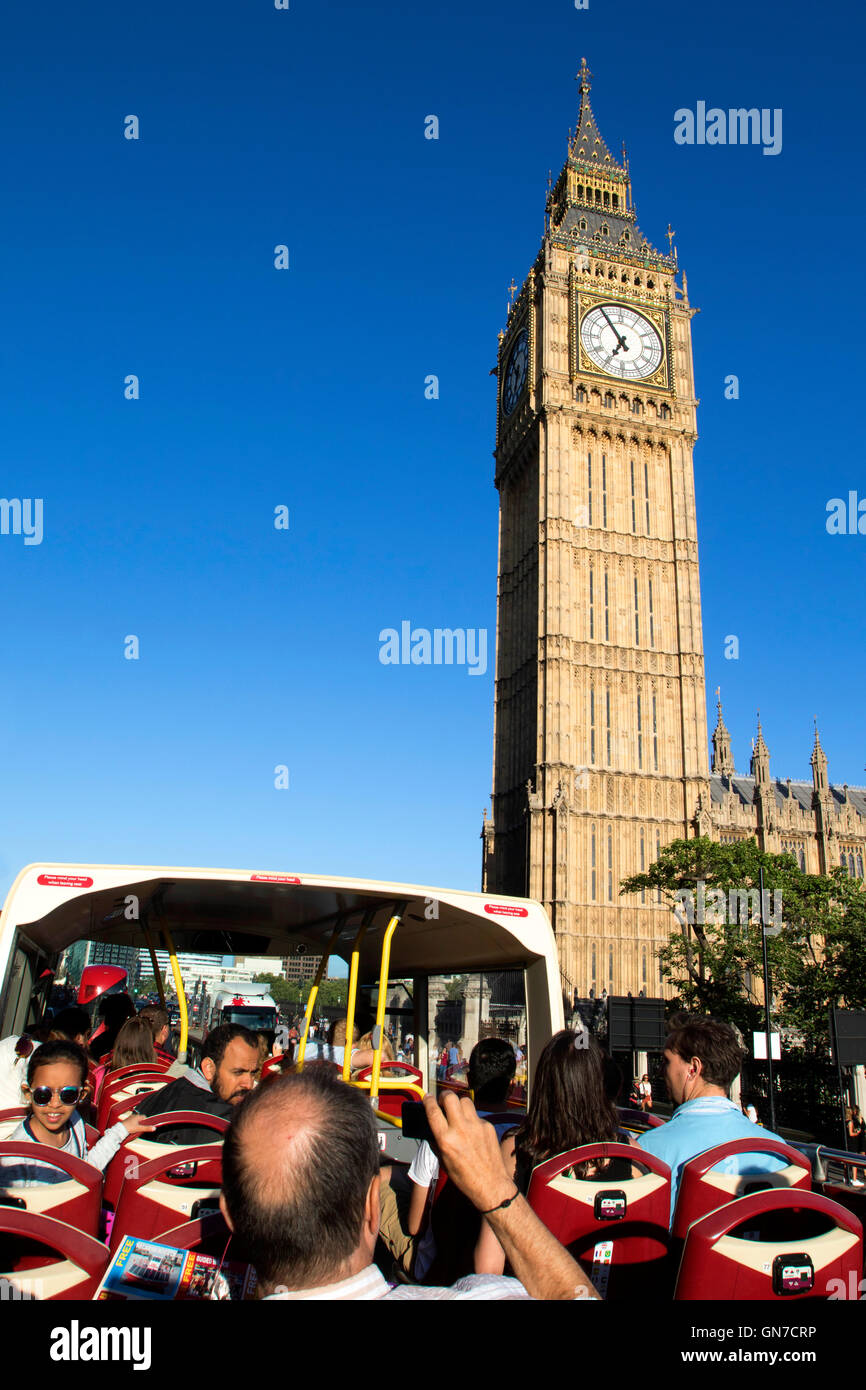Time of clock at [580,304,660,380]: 6:54
